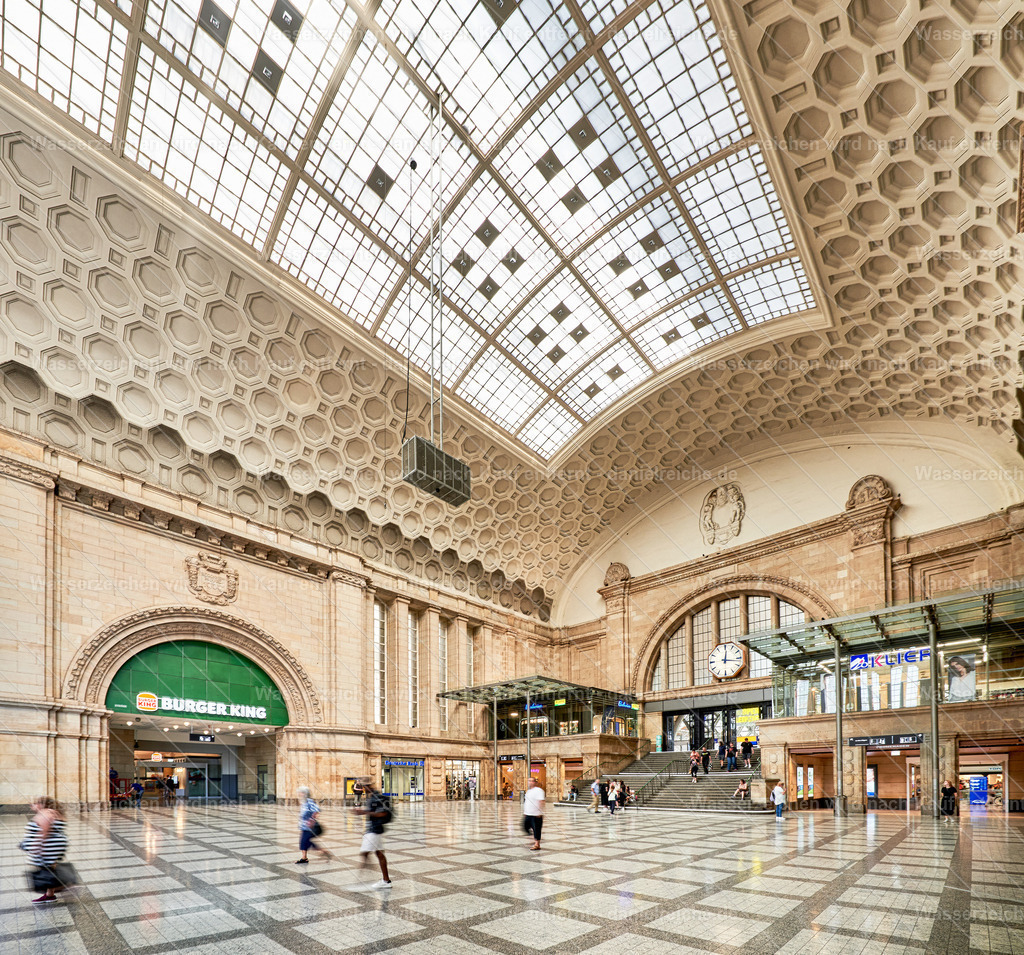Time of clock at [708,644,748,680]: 12:16
